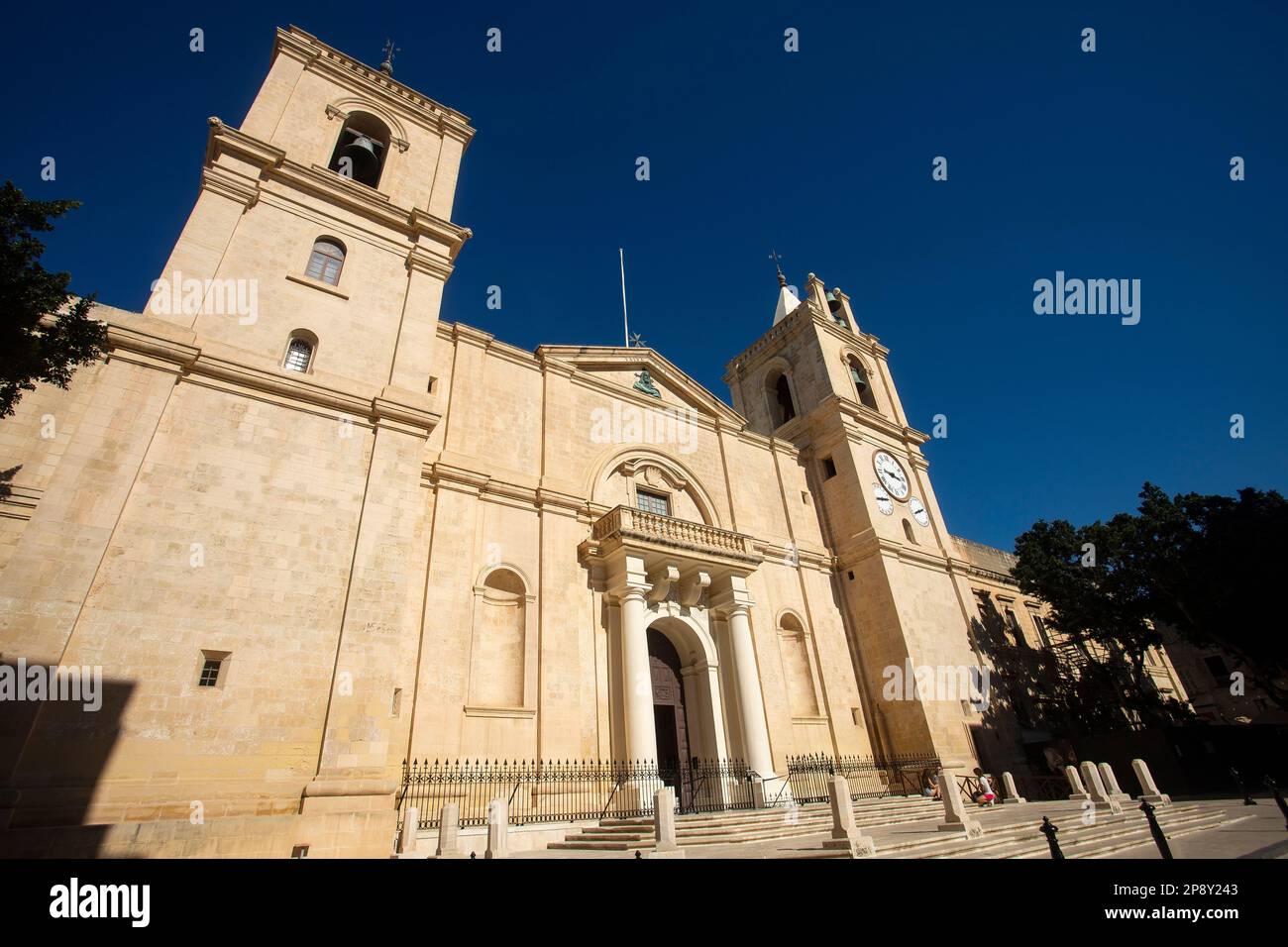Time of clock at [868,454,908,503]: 3:16
